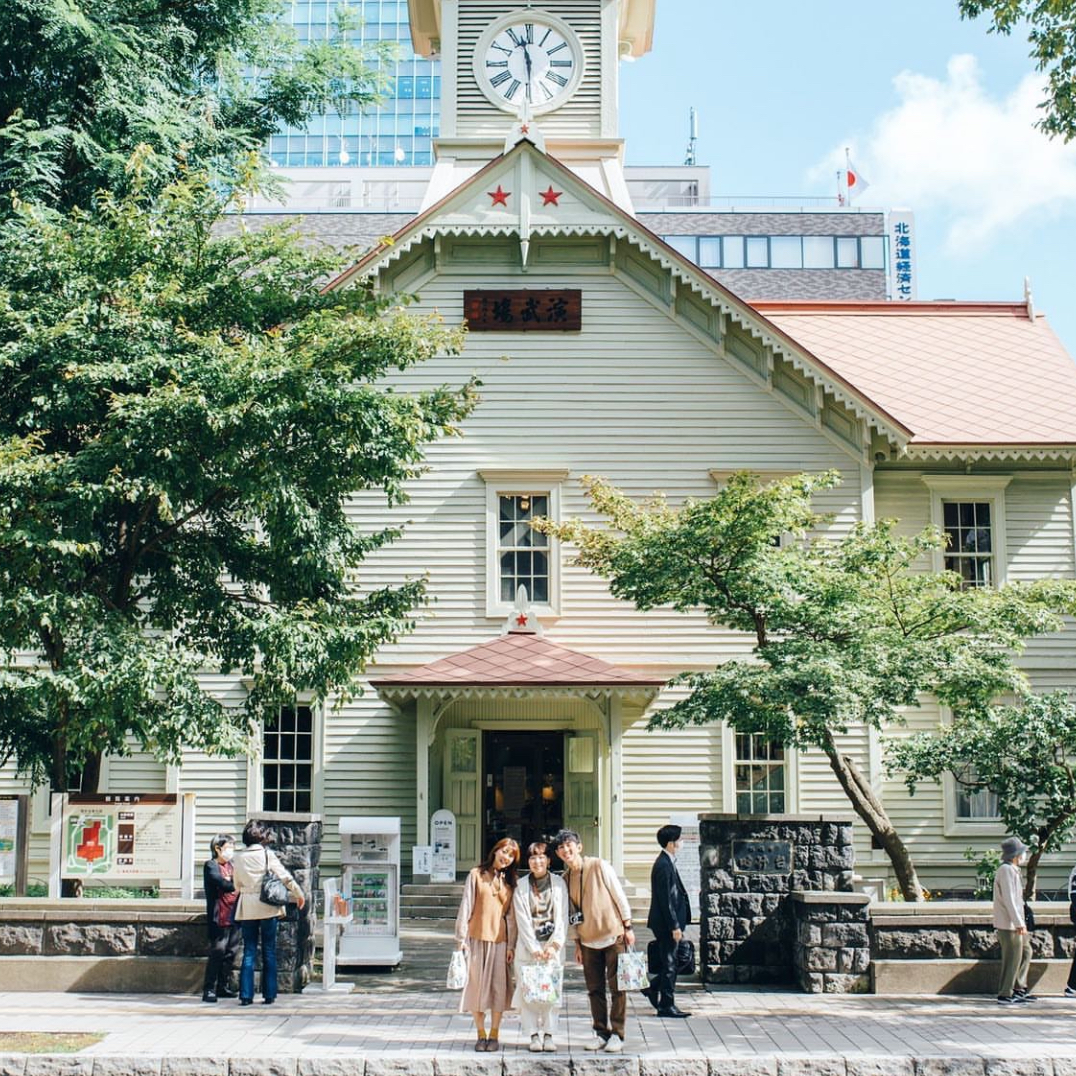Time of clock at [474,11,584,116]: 11:29
